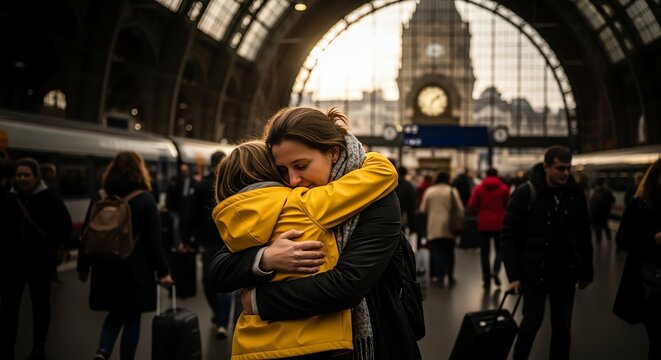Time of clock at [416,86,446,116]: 1:32
